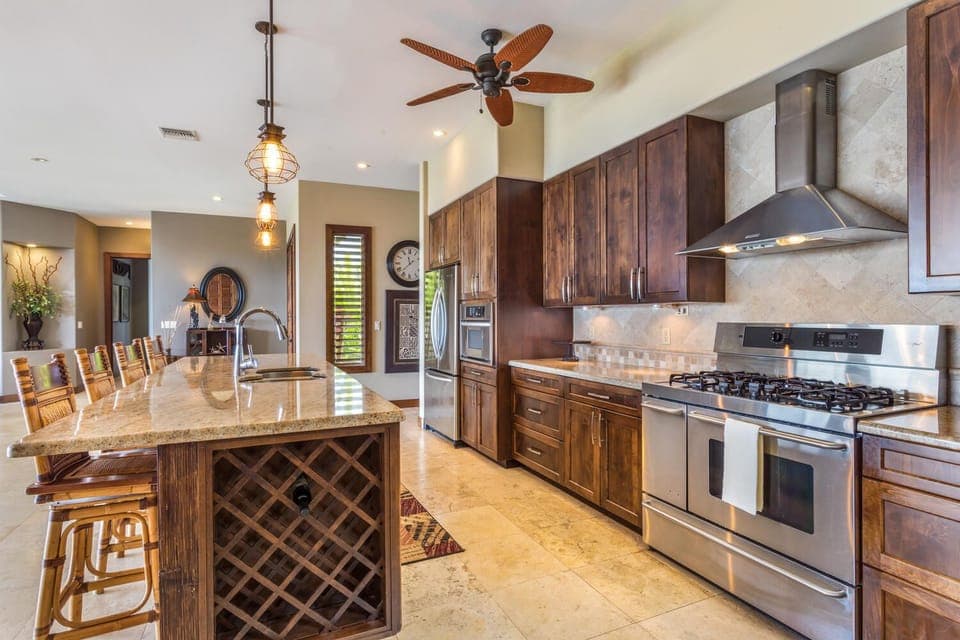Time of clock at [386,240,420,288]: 11:37
